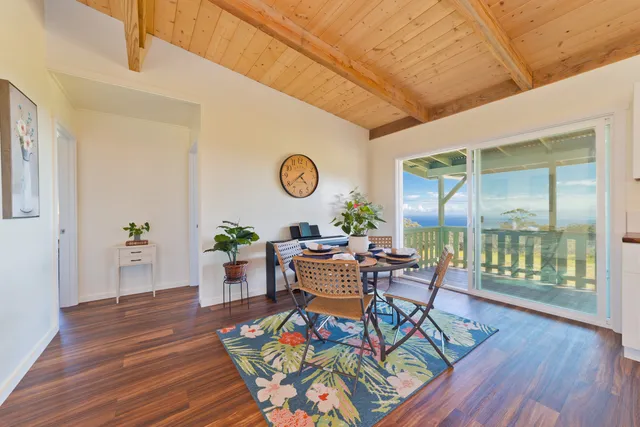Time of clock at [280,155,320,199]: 4:38
